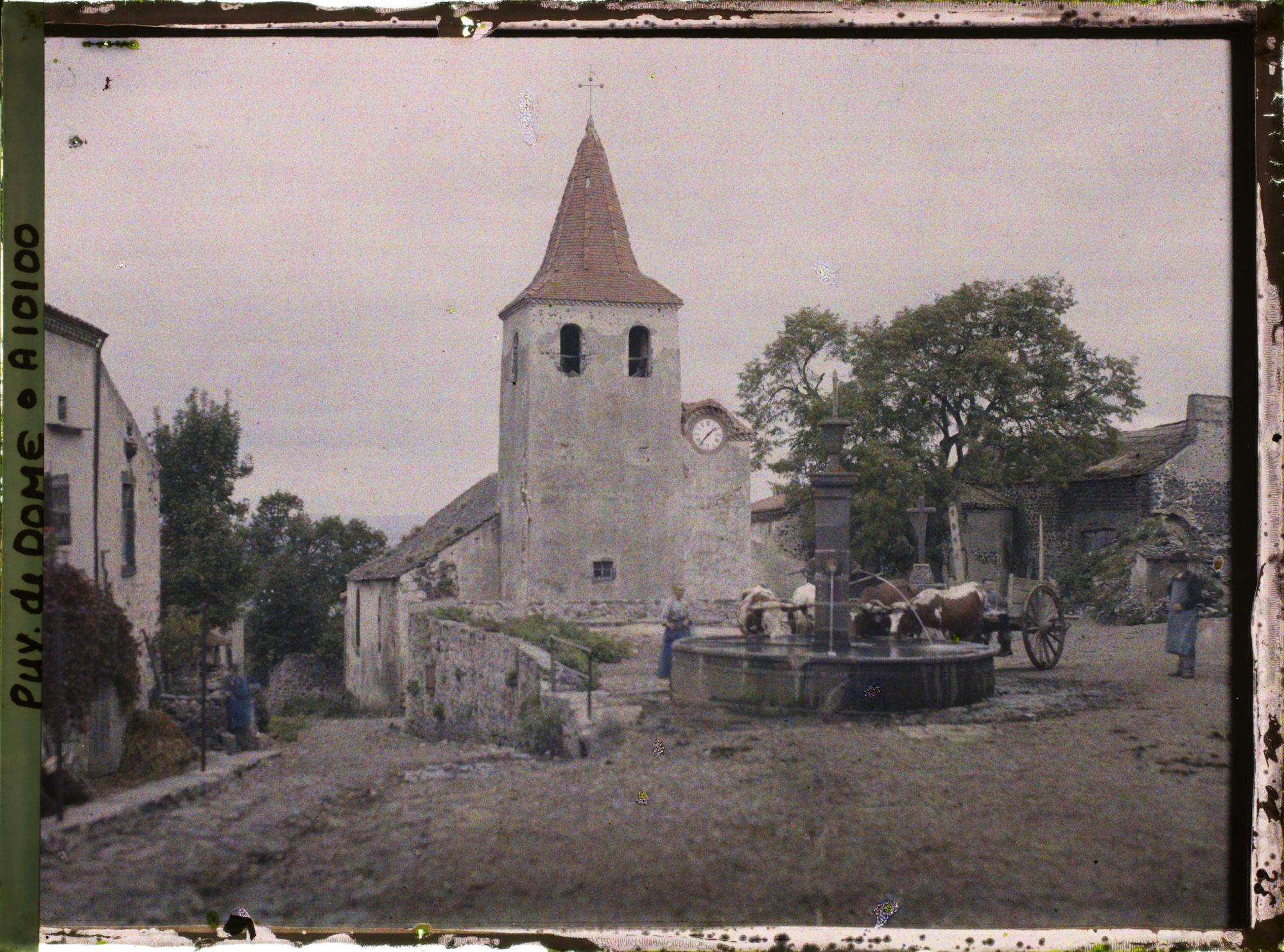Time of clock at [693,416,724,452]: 1:36
